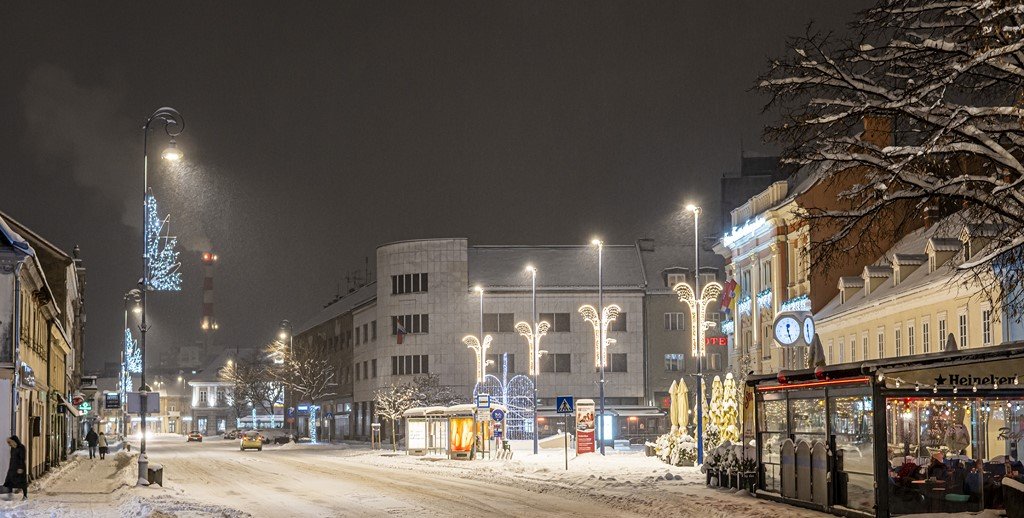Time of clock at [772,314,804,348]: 12:26
